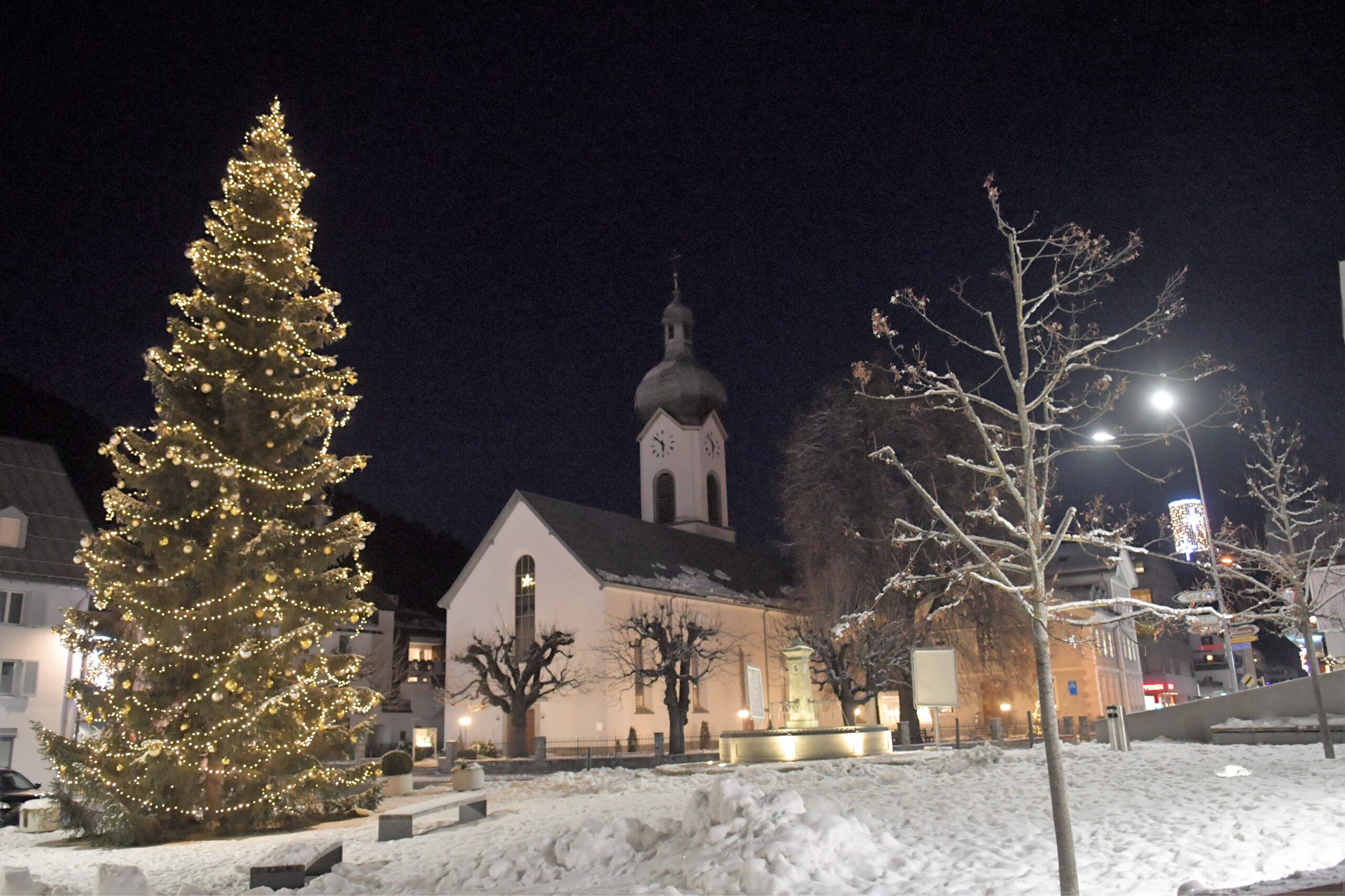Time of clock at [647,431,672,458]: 5:51
